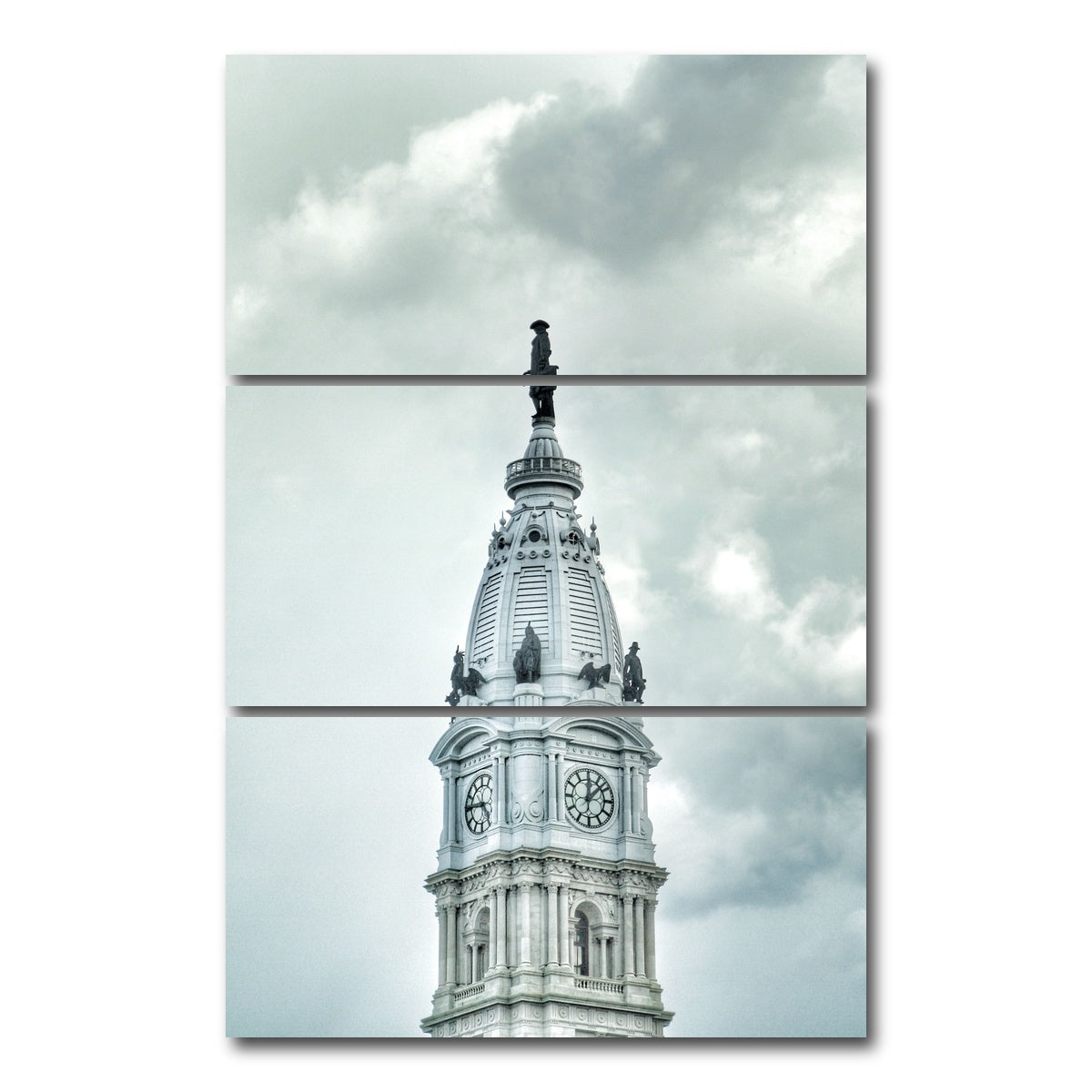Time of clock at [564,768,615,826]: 12:07
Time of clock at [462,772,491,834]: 4:45
